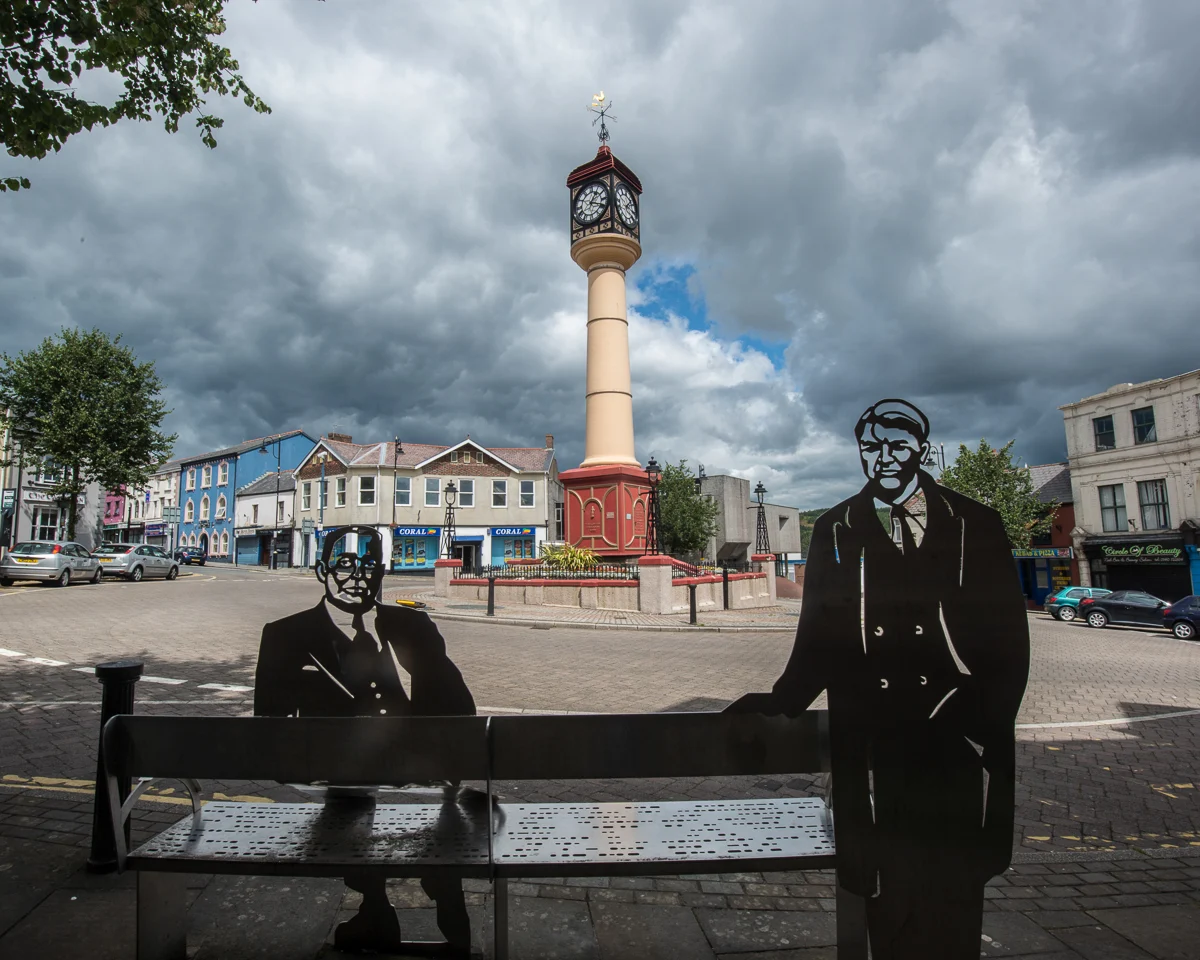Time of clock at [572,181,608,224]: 1:18
